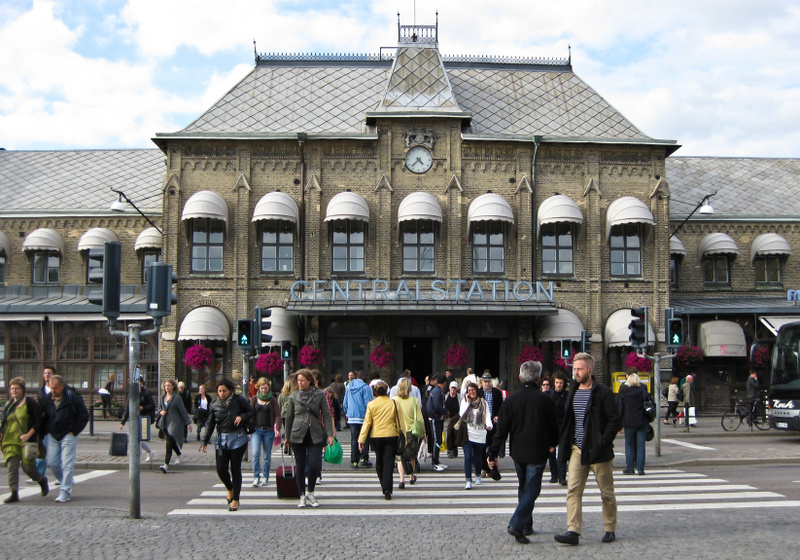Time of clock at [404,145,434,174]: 4:37
